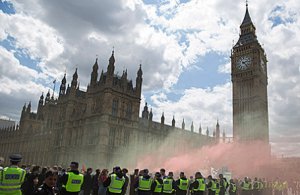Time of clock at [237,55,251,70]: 2:23
